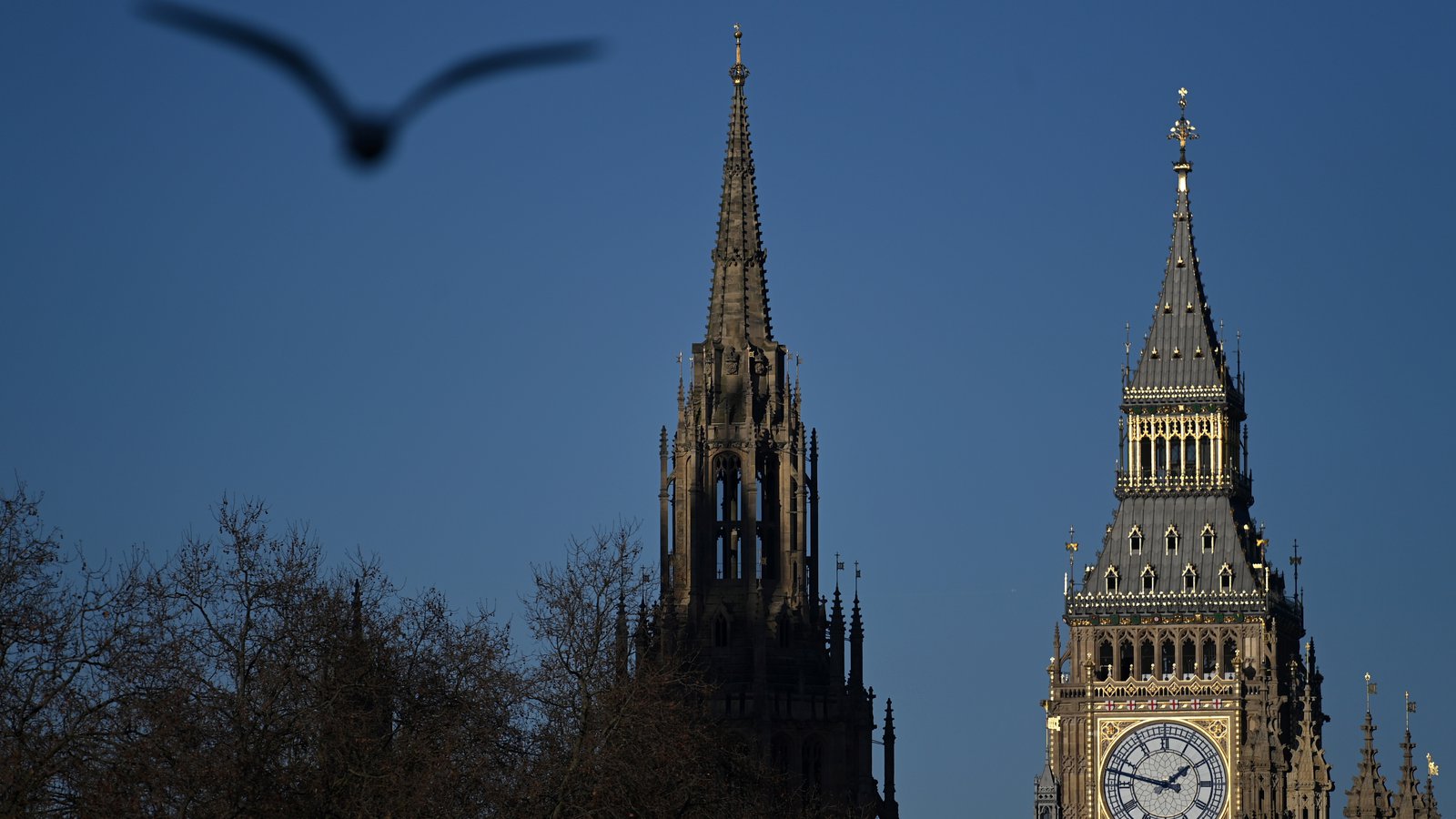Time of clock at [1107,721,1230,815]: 1:47
